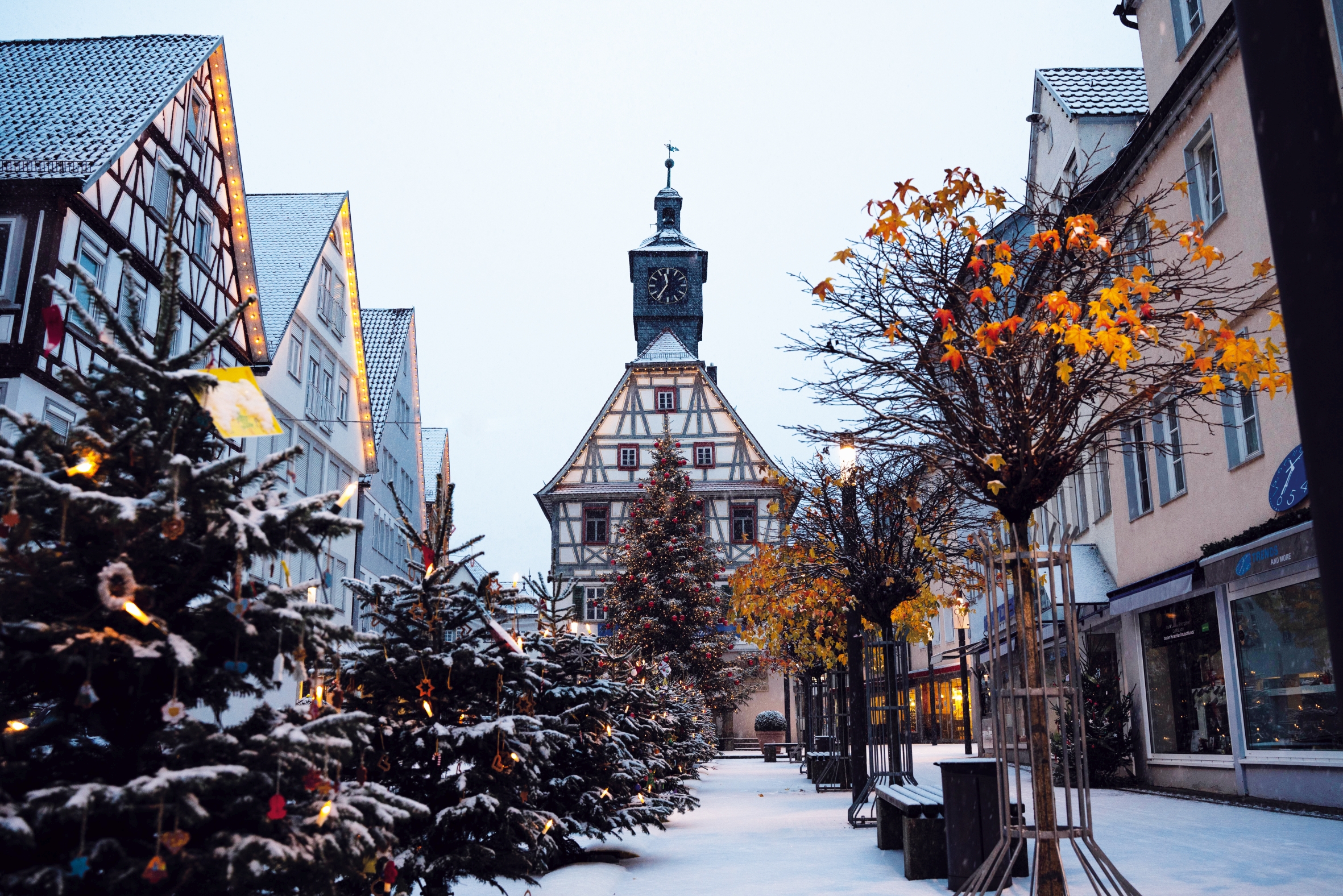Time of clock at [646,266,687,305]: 11:35
